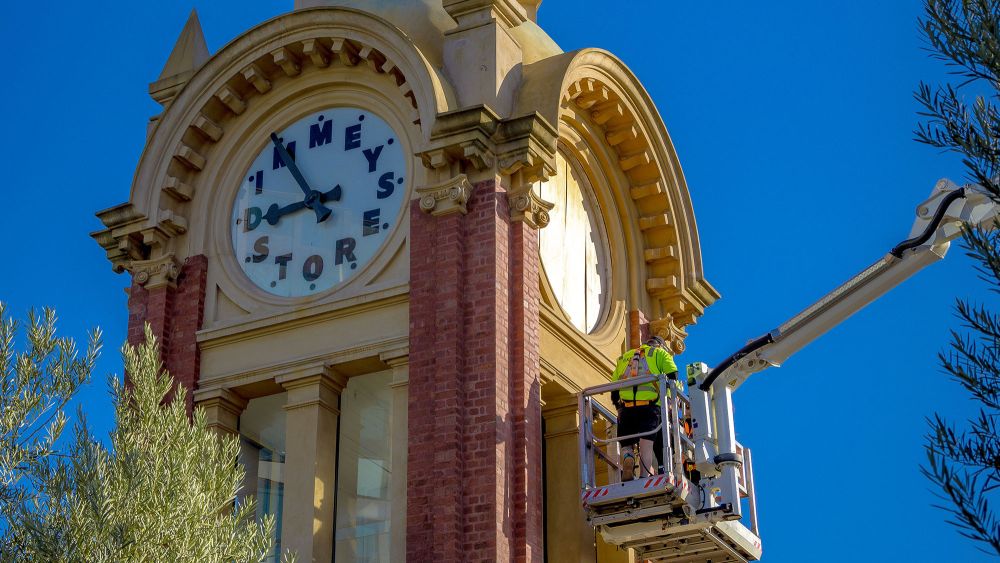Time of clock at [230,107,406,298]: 8:54
